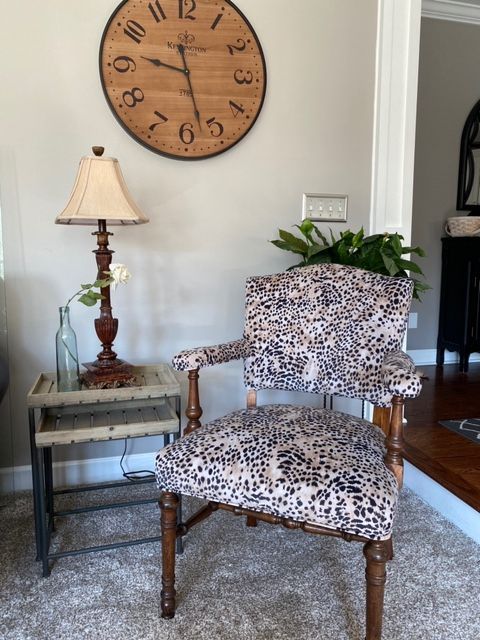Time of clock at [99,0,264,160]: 9:27
